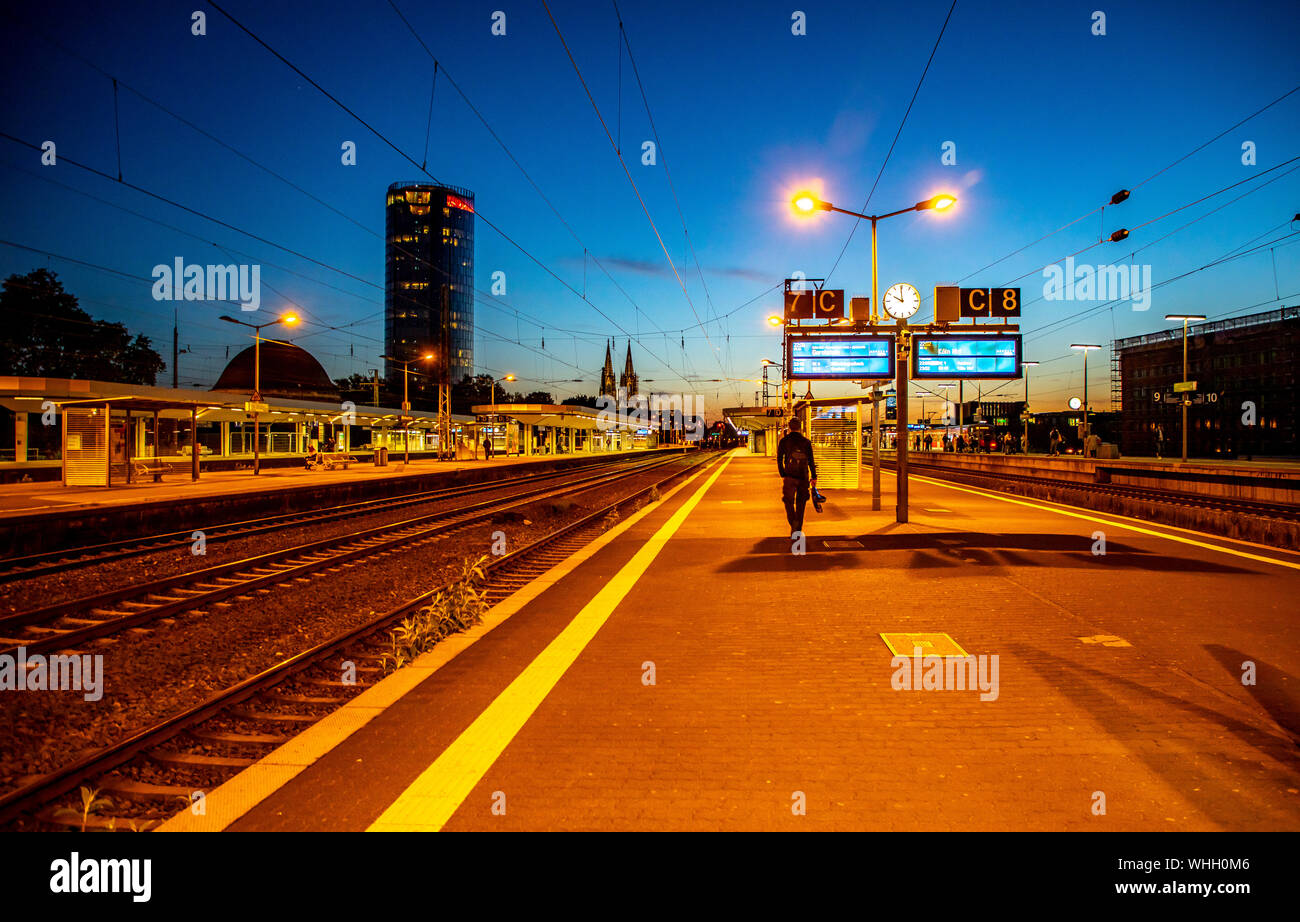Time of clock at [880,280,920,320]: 9:59
